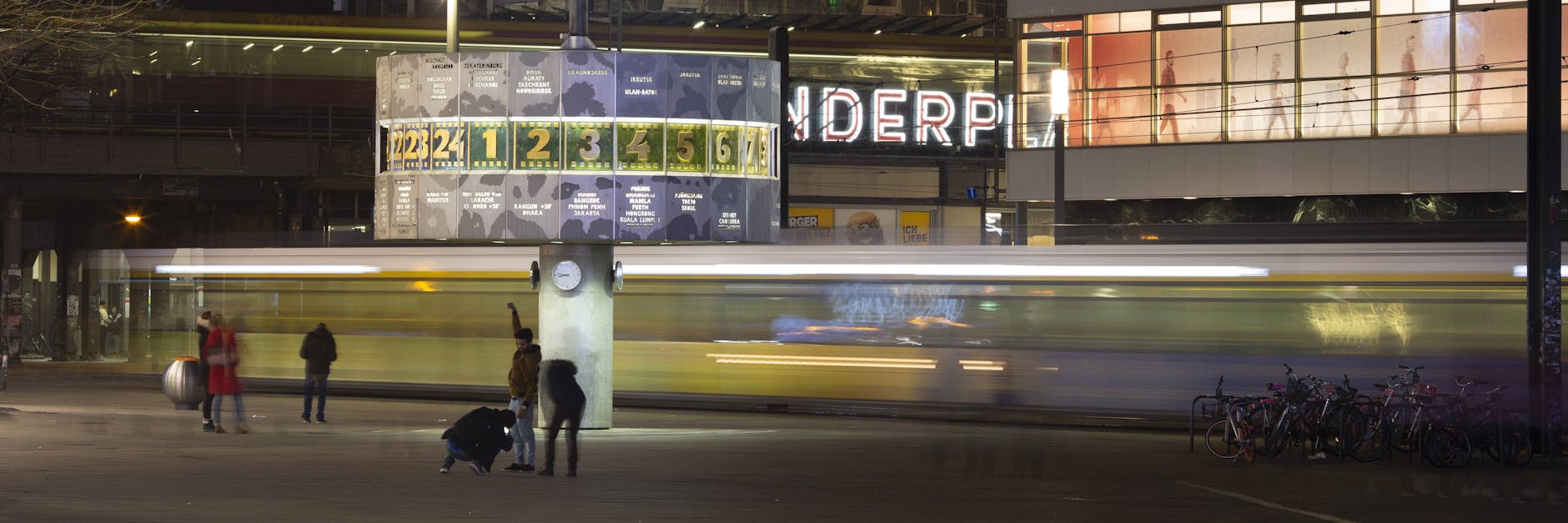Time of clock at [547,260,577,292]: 8:46
